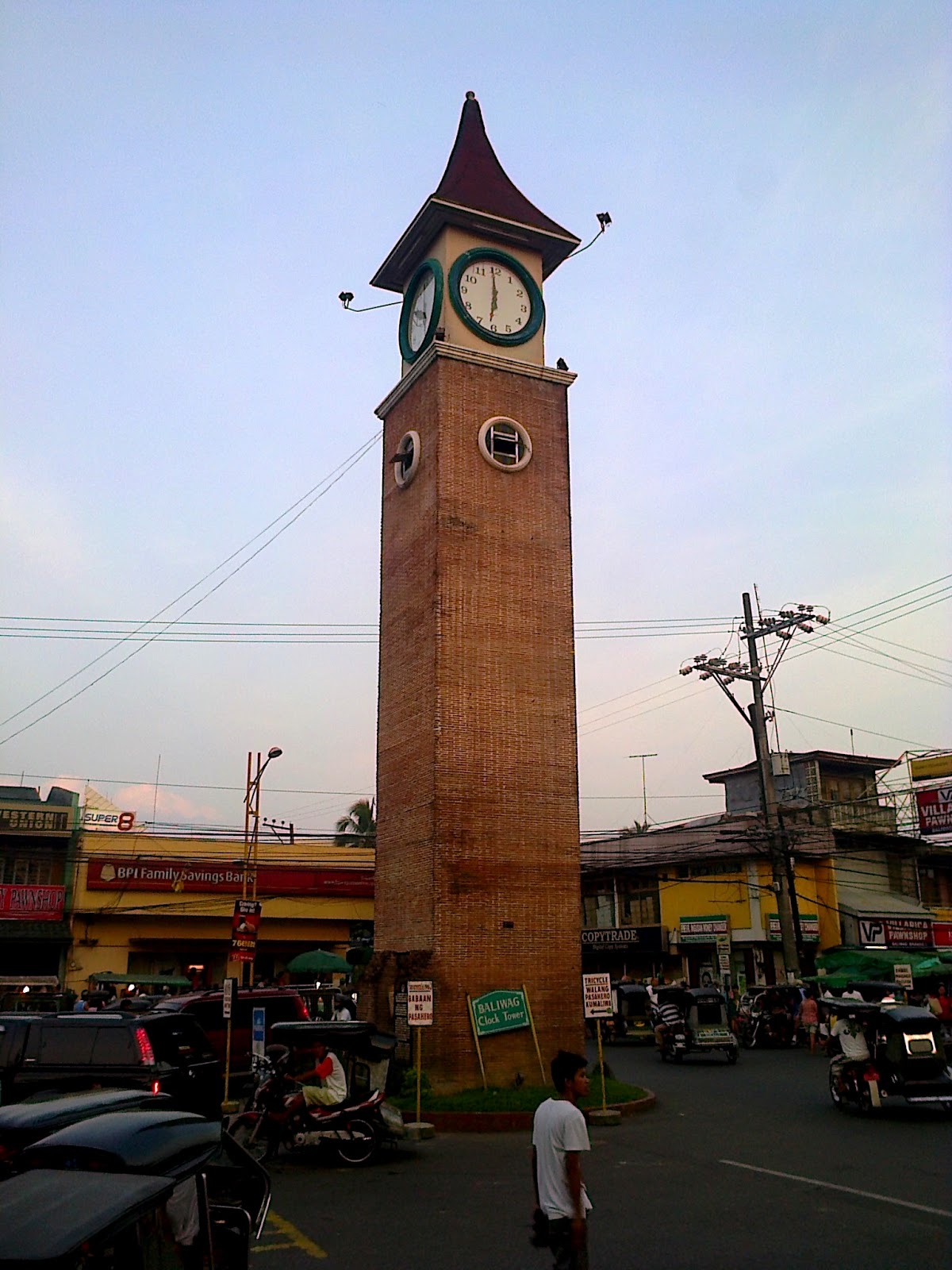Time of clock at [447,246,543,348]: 5:59
